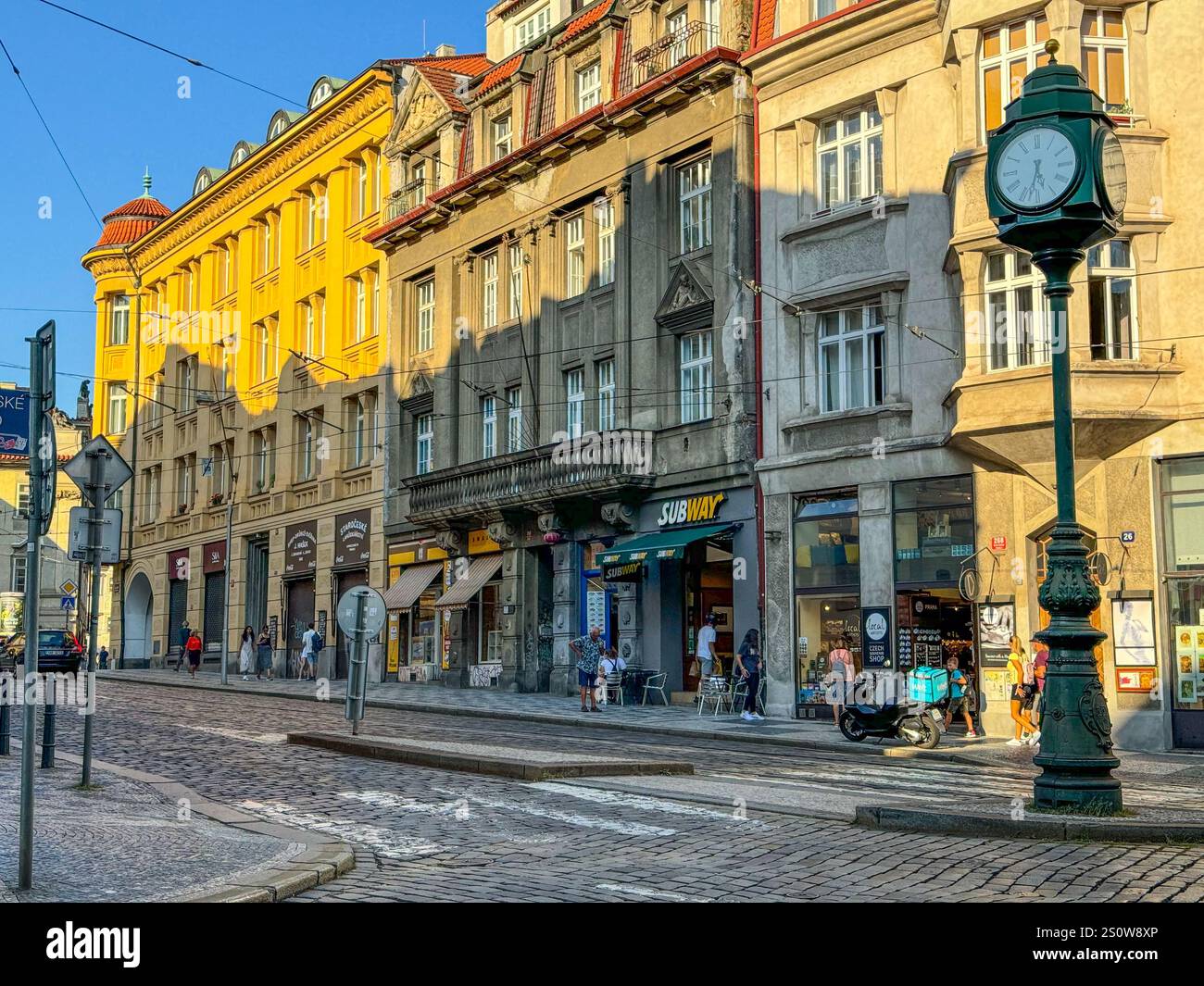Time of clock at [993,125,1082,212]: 5:32
